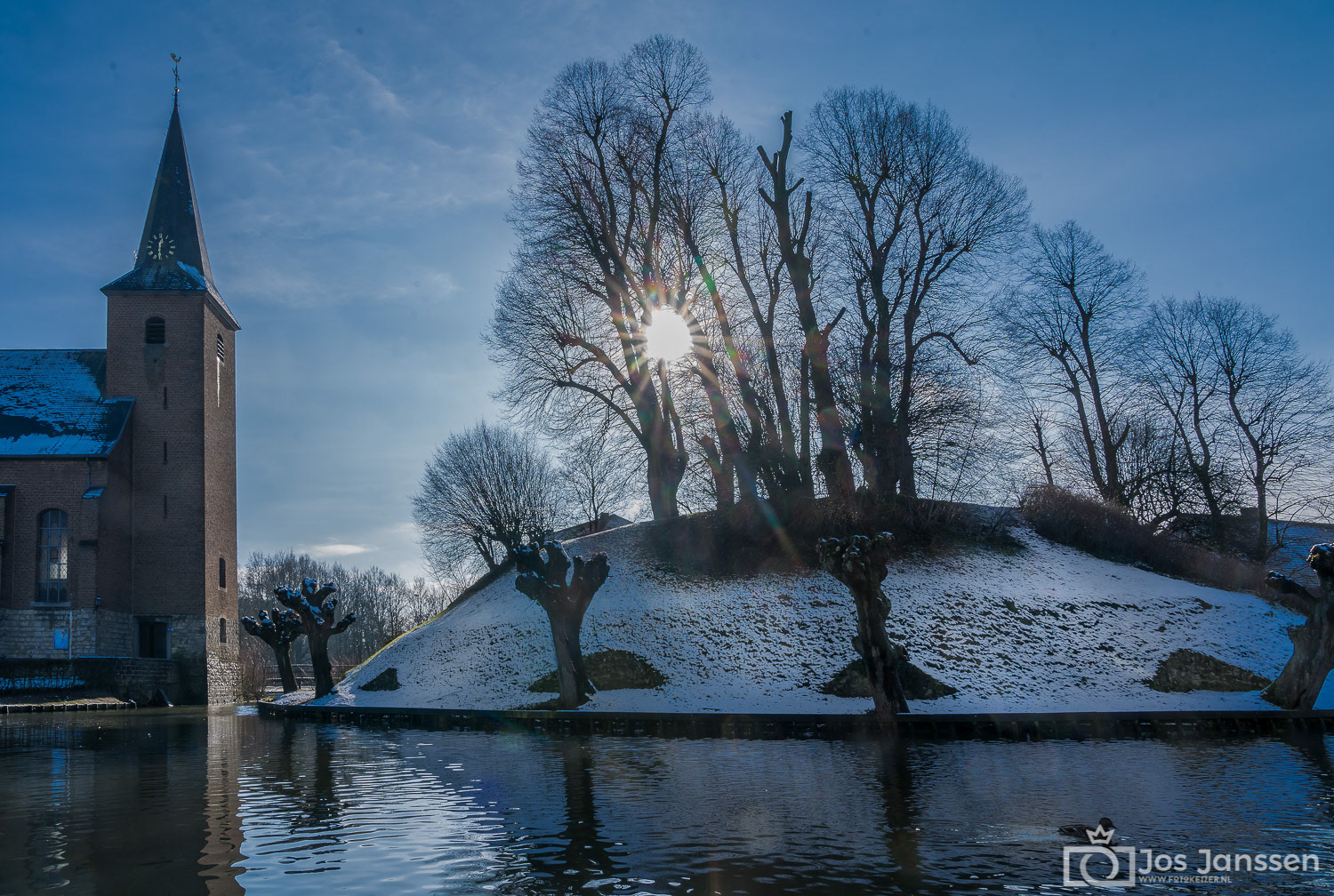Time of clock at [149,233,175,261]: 12:30
